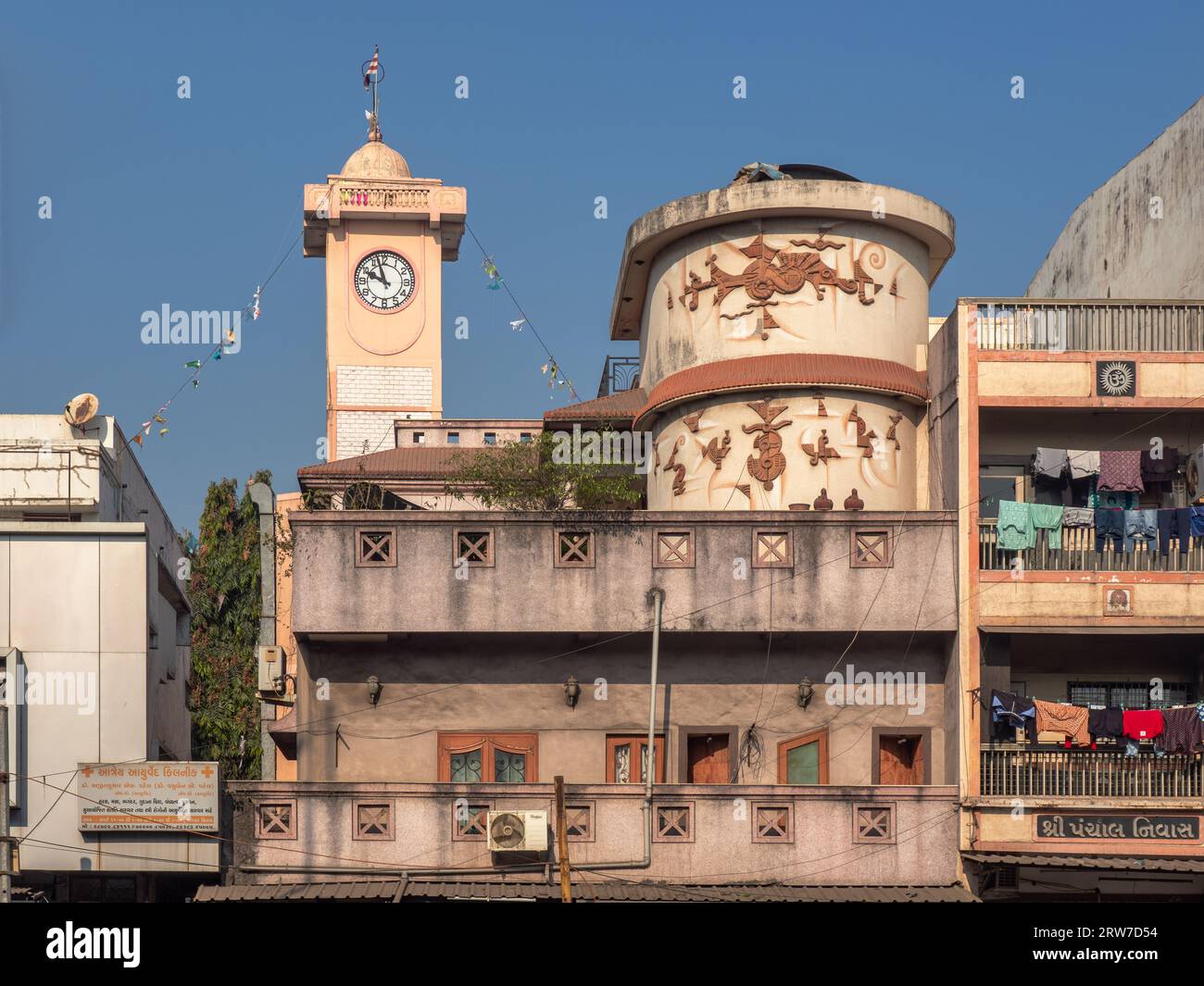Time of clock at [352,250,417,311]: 9:57
